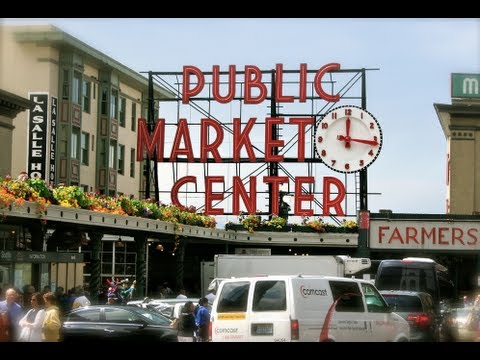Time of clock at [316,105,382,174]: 12:16
